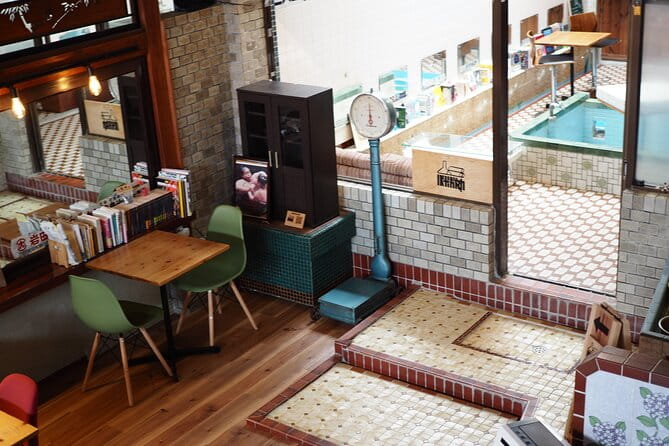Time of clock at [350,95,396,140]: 6:01
